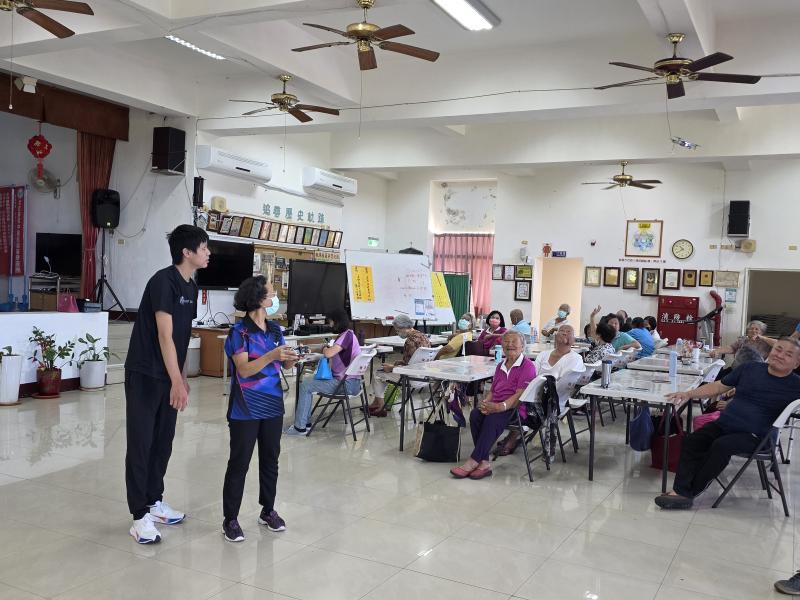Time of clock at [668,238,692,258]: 10:39
